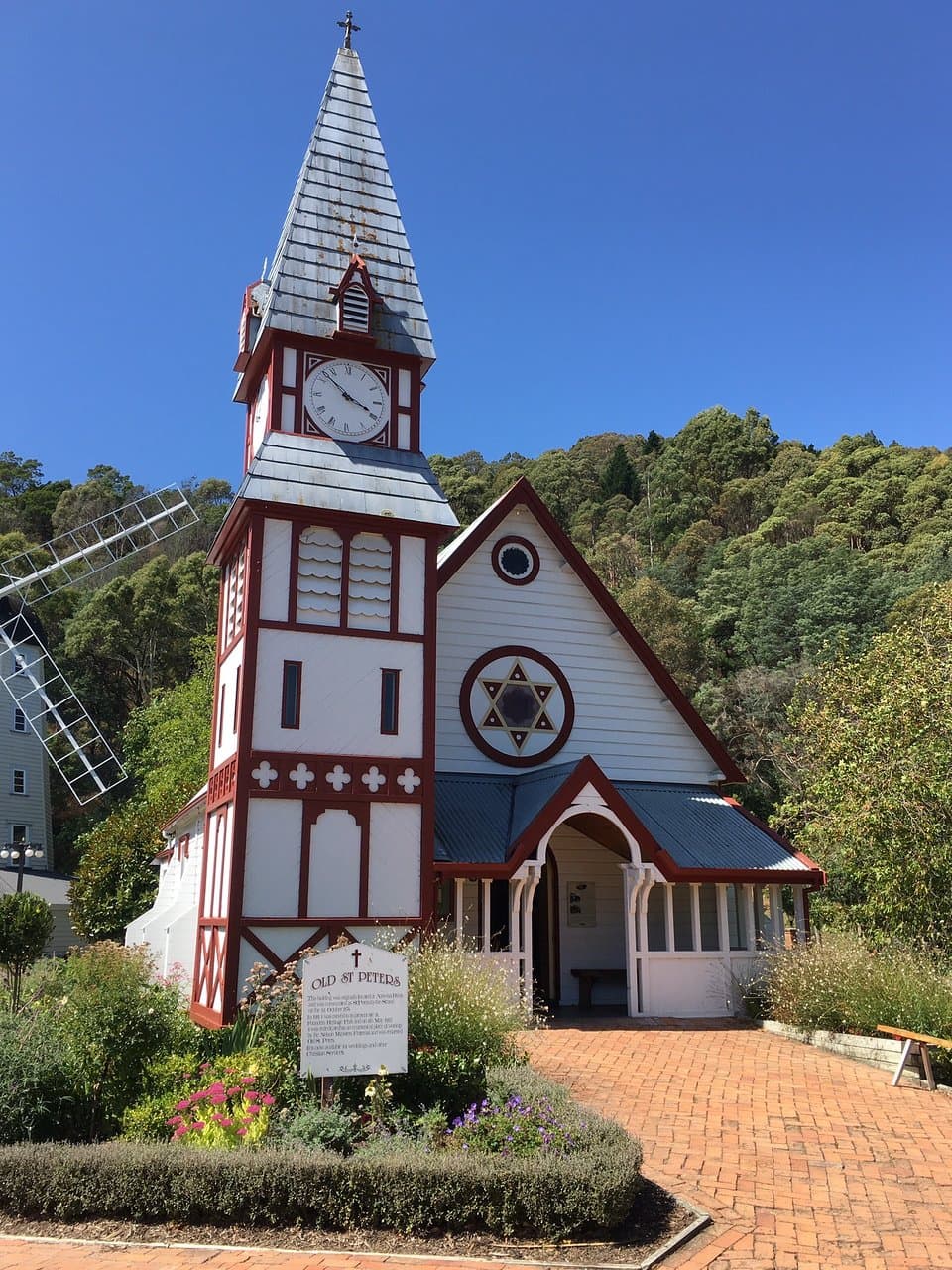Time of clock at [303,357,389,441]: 3:52
